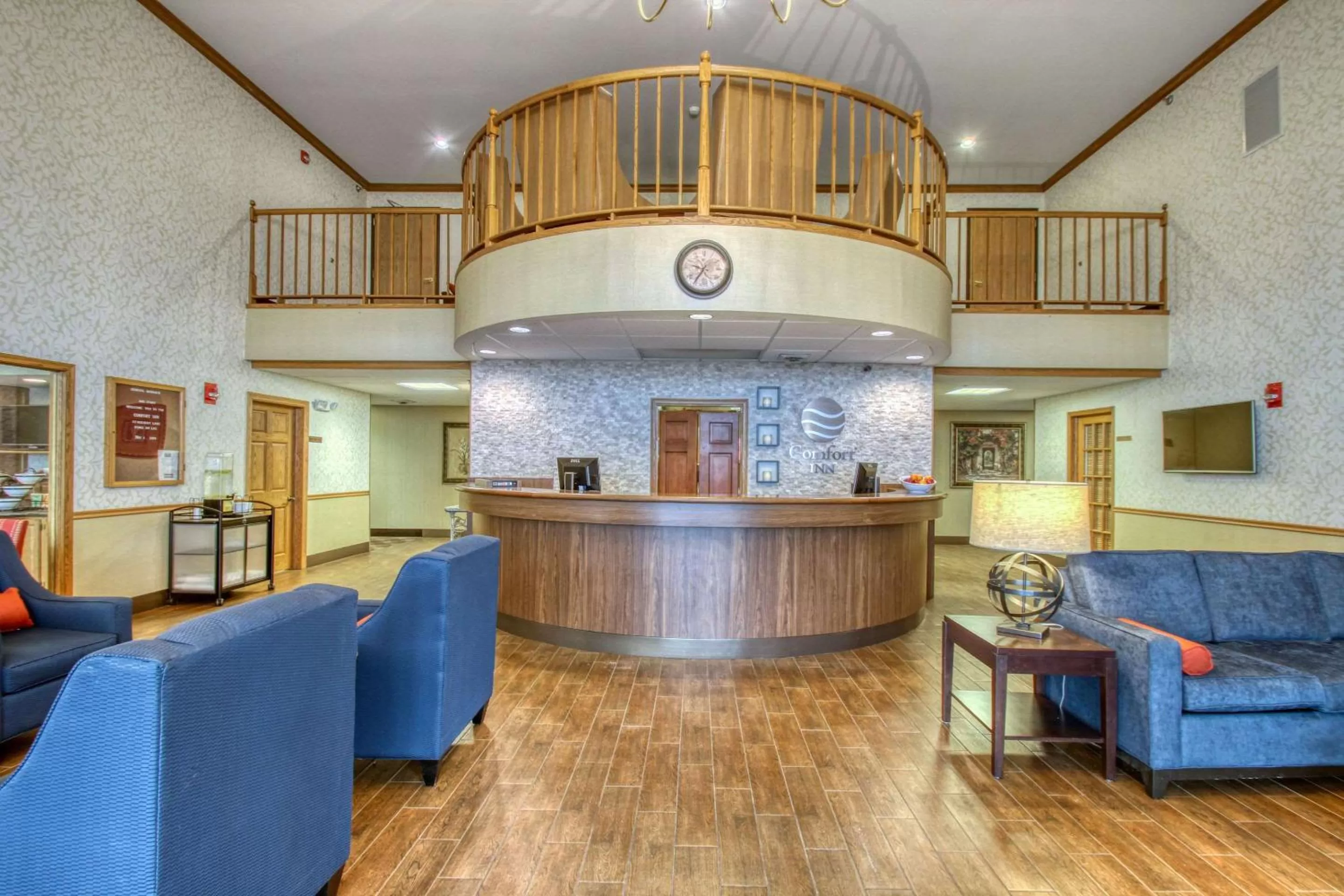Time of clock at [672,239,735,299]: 9:35
